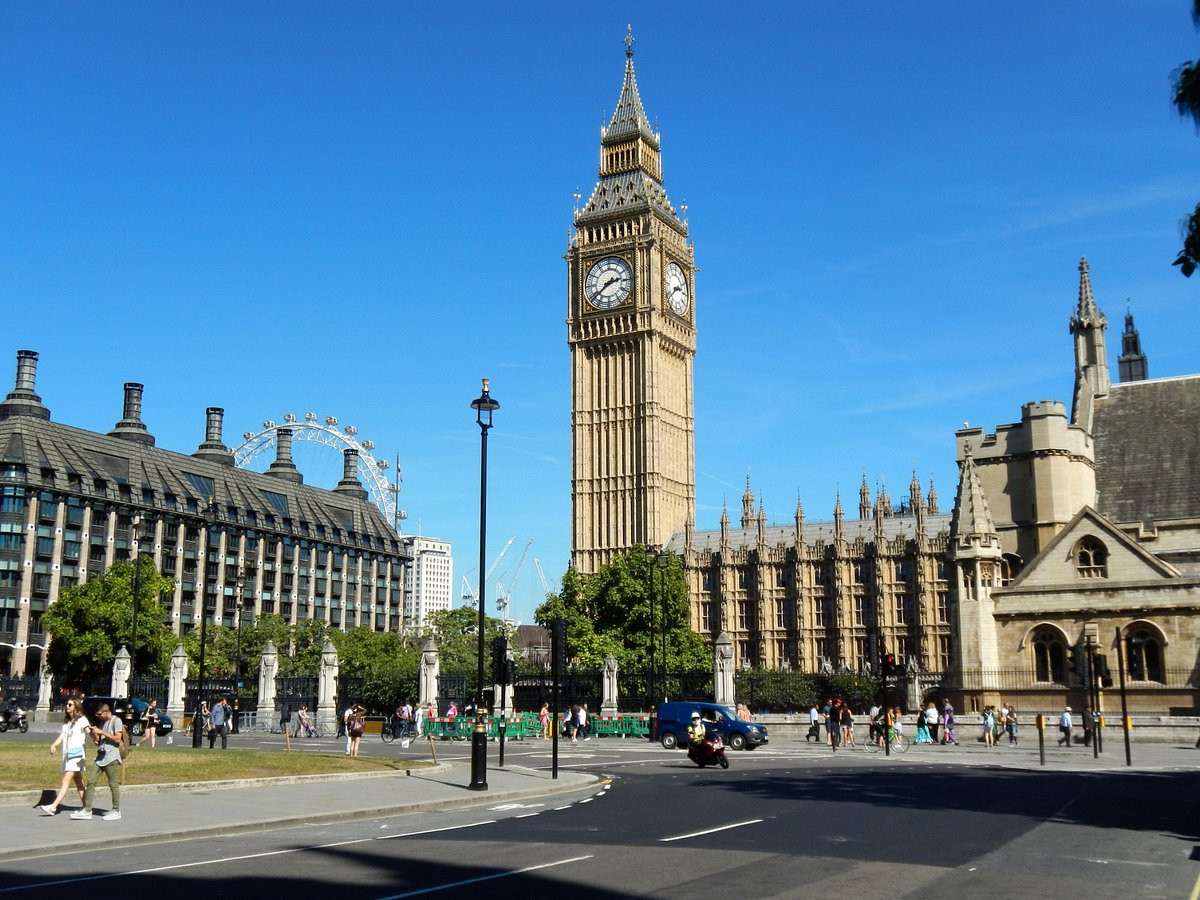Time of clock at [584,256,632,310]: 2:38
